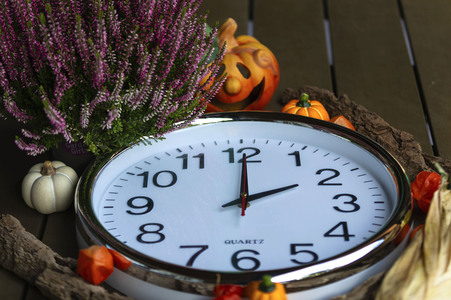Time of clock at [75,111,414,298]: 2:00
